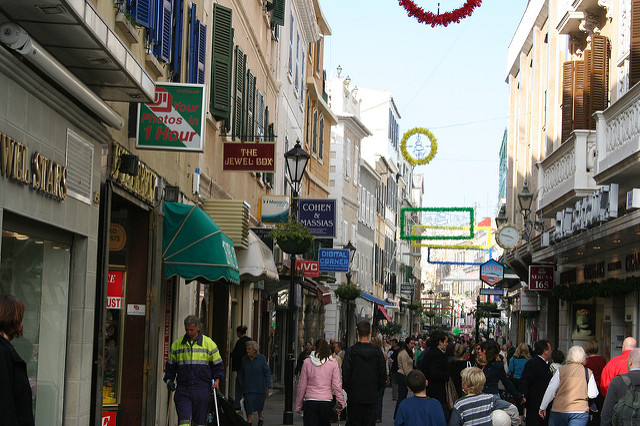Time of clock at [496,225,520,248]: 3:47
